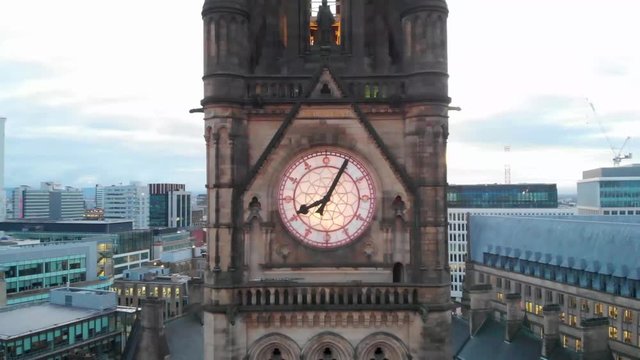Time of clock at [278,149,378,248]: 8:04
